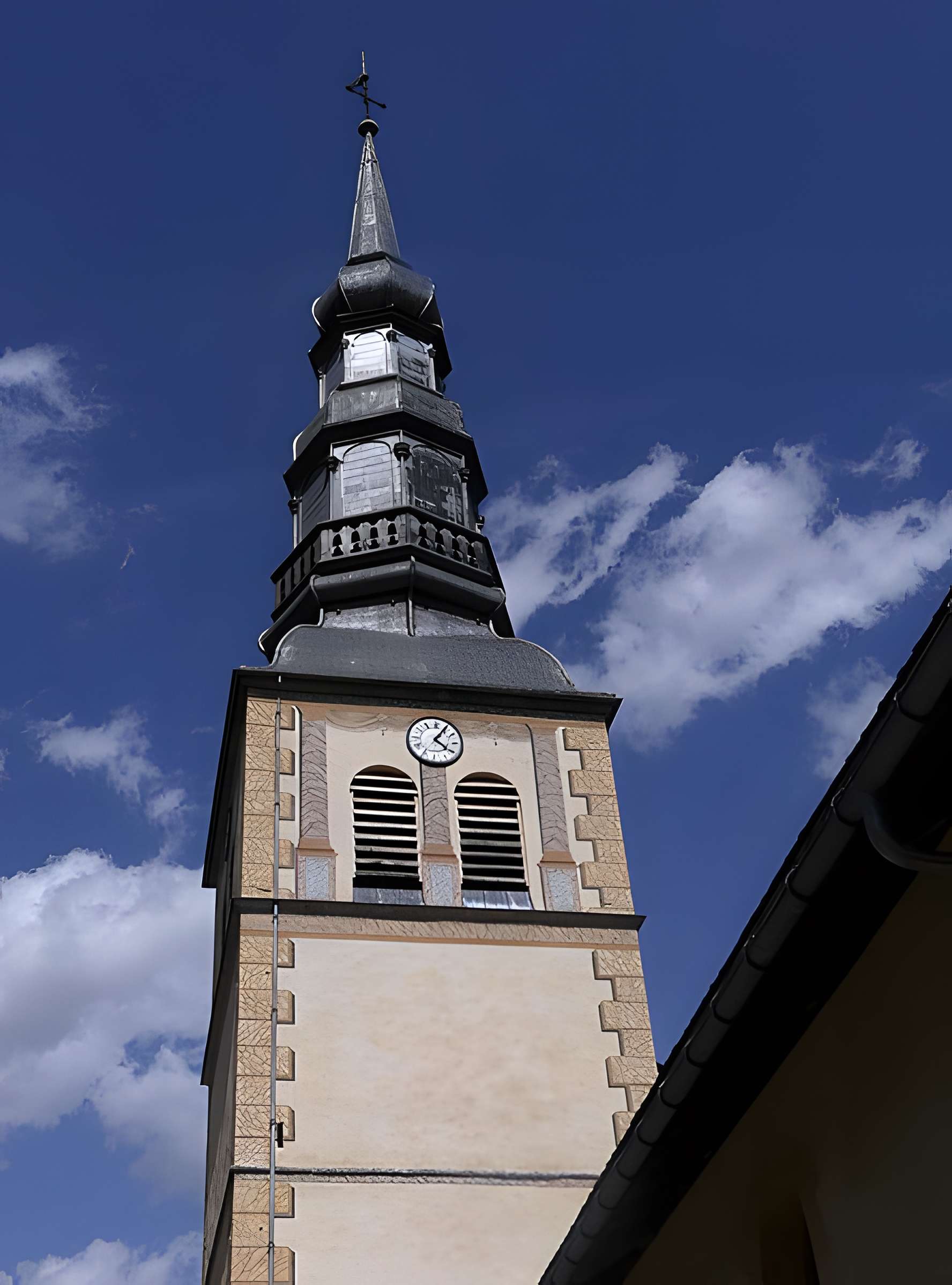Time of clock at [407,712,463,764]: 4:04
